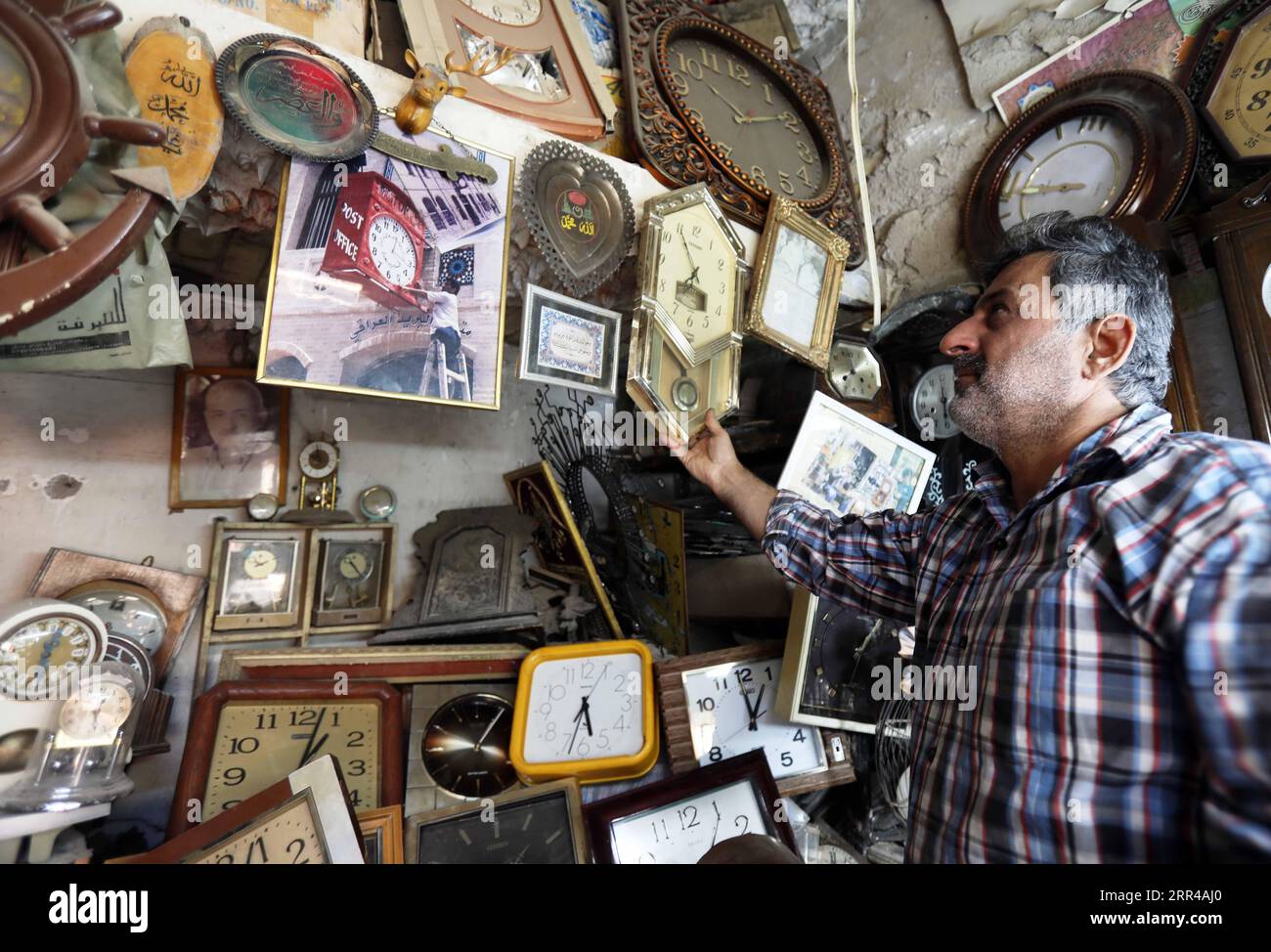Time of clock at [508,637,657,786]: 5:33
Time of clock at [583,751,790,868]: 5:33
